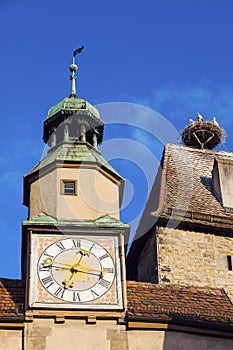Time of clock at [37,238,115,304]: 12:46
